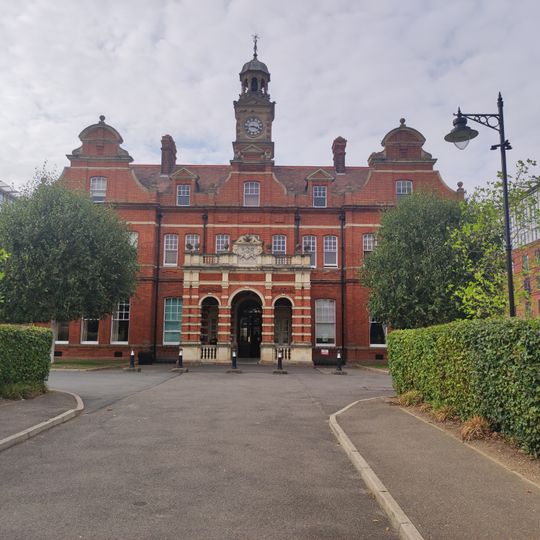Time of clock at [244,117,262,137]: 3:43
